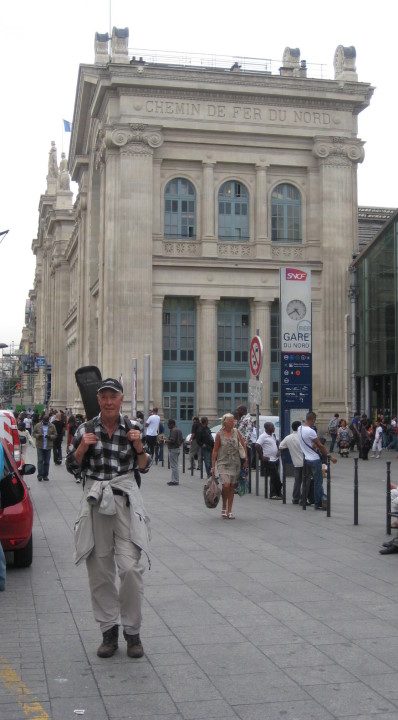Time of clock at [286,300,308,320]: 4:39
